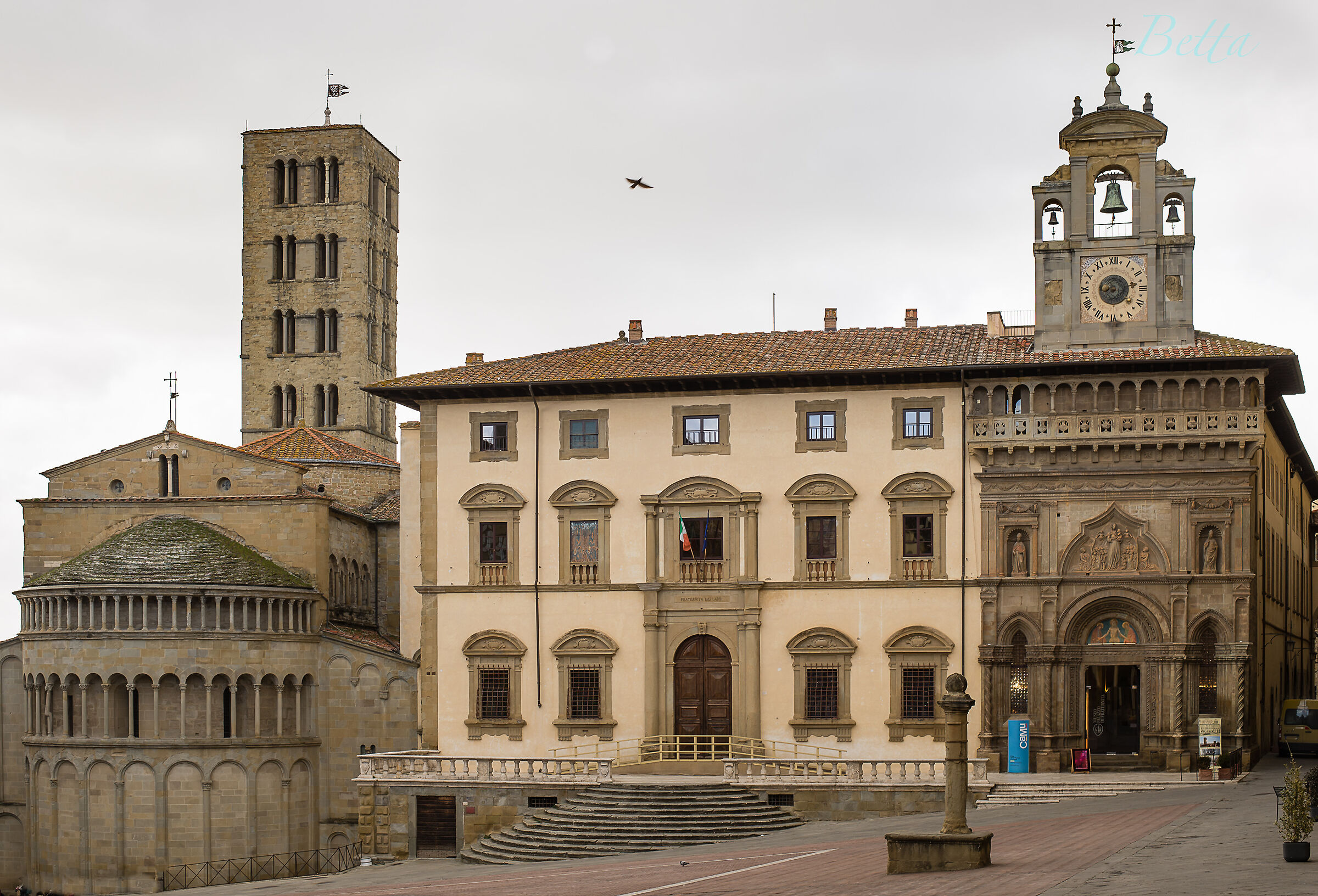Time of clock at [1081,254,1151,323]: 9:12
